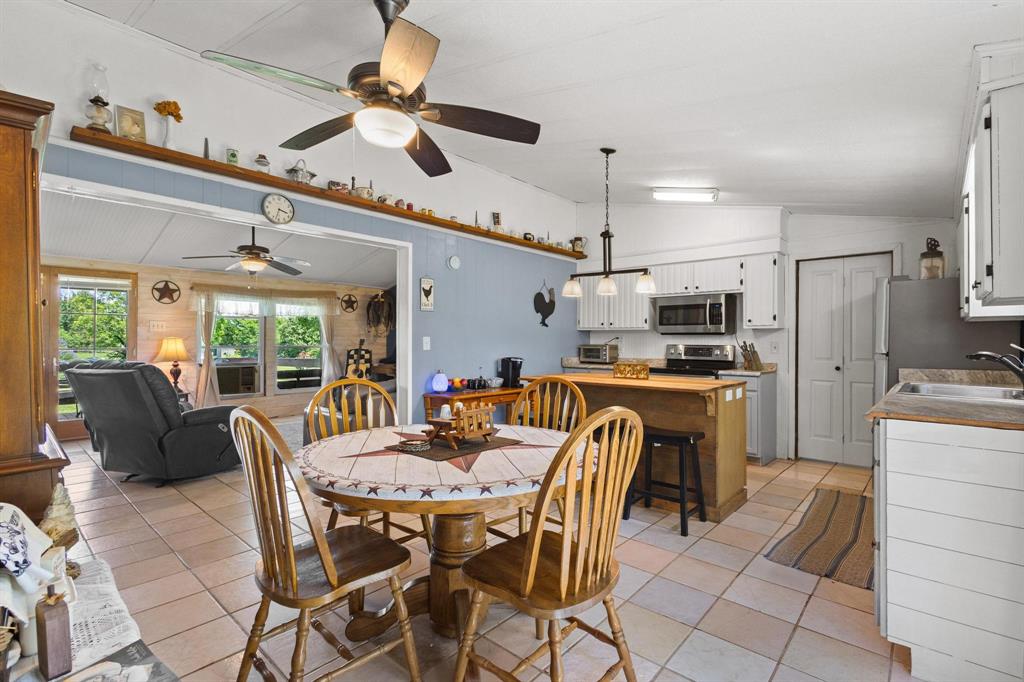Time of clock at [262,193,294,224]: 3:32
